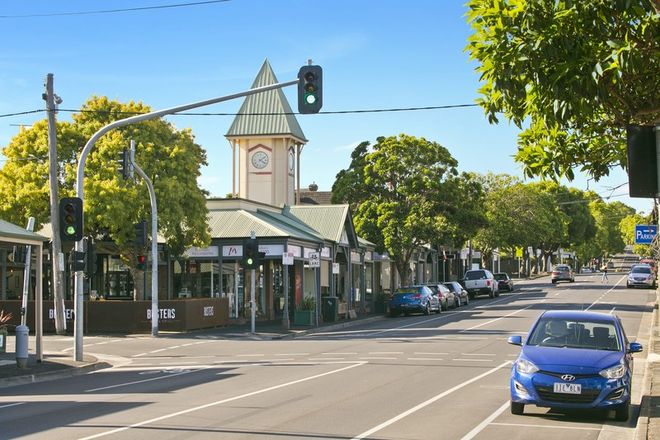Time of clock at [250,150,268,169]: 4:08
